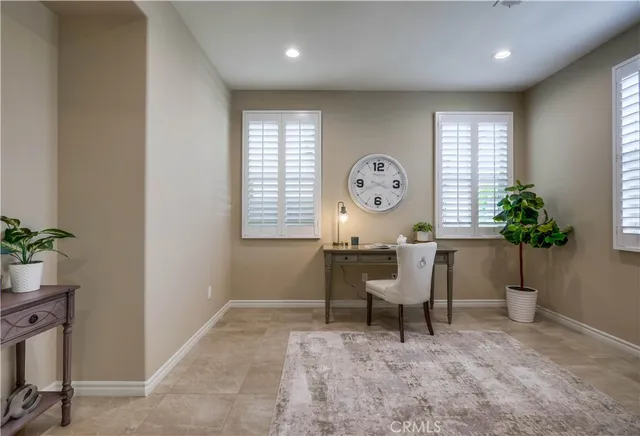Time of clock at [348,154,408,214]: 3:40
